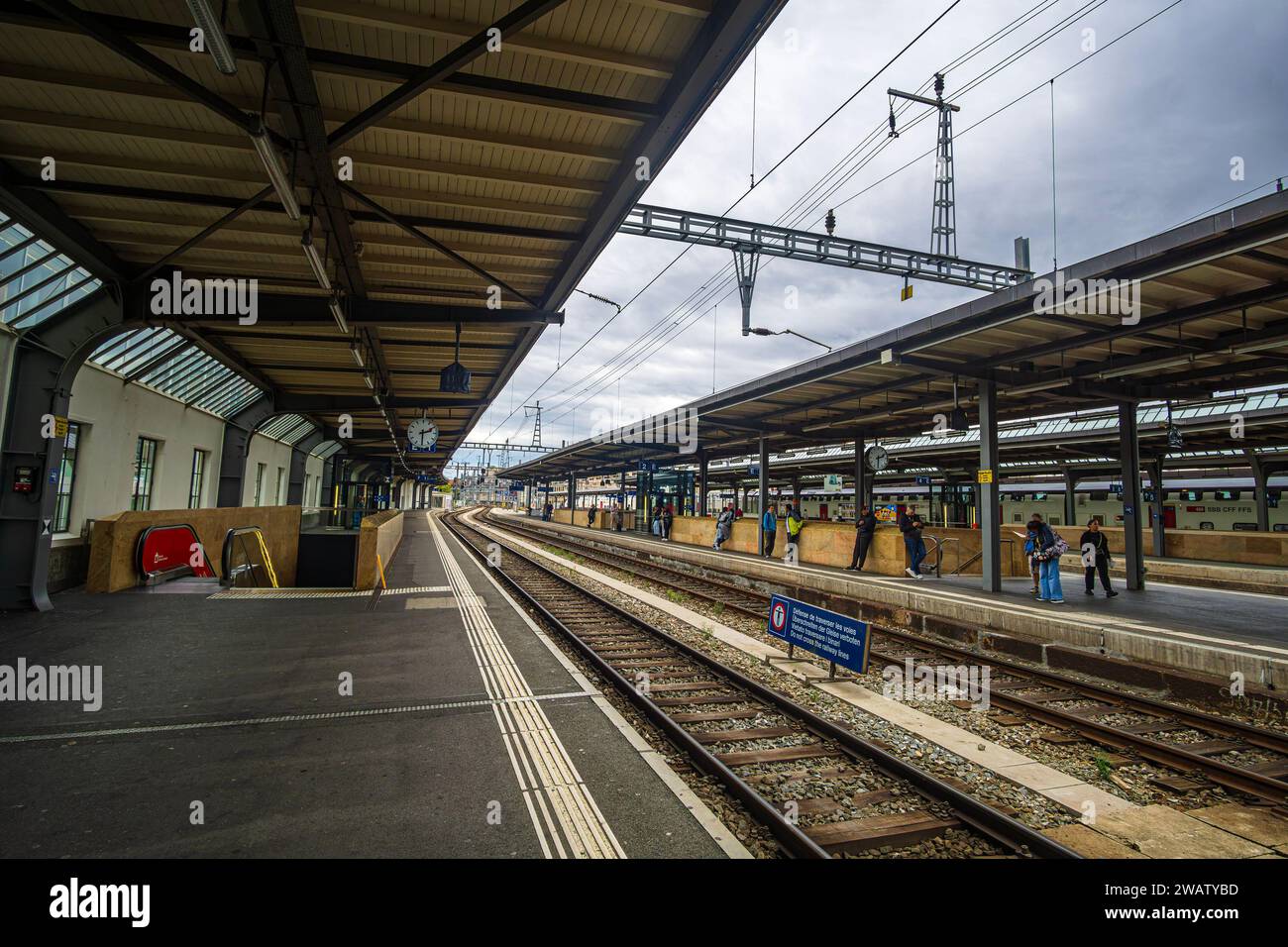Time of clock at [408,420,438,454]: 2:30
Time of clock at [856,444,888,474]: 2:29
